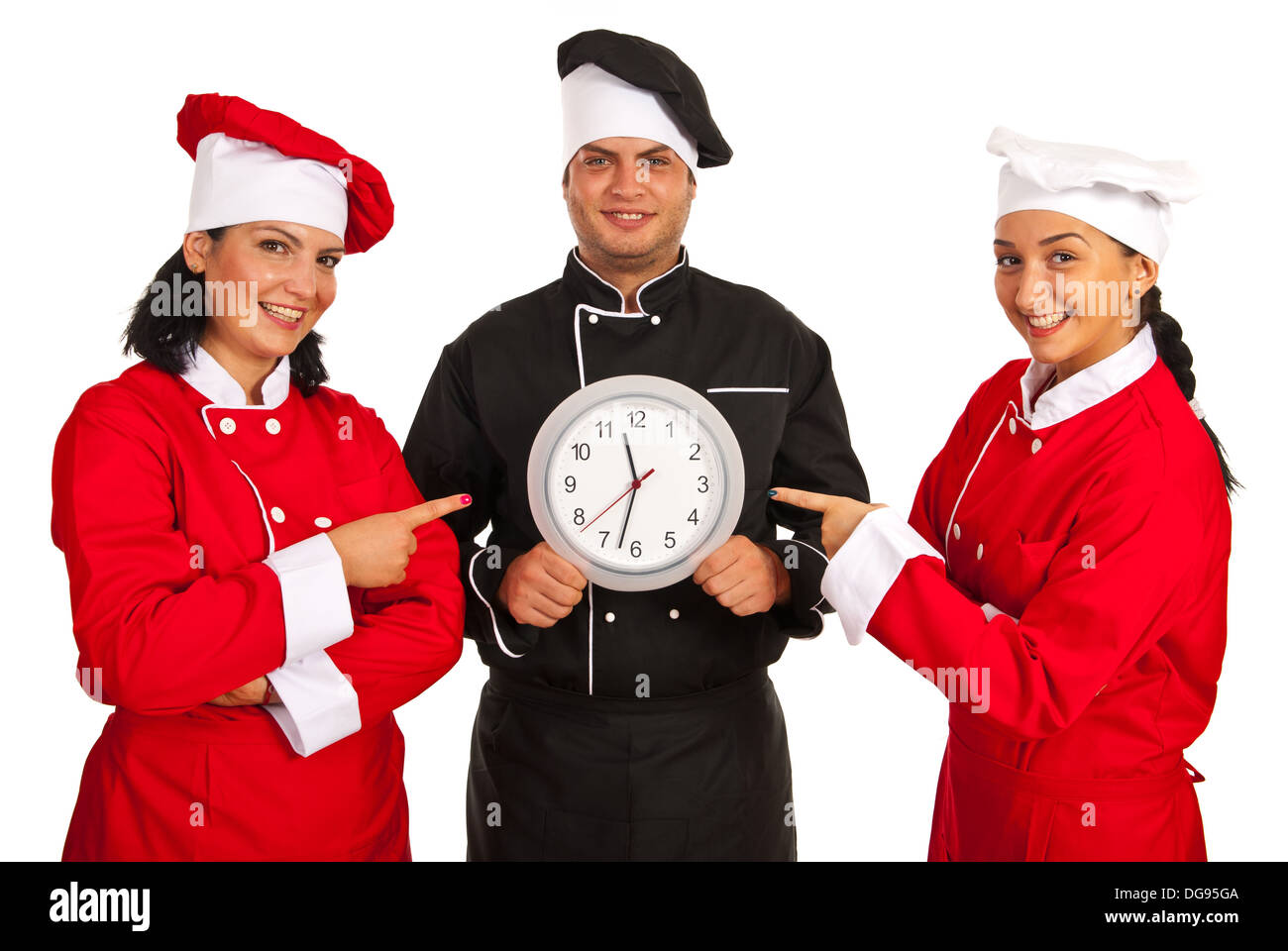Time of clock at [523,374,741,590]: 11:32
